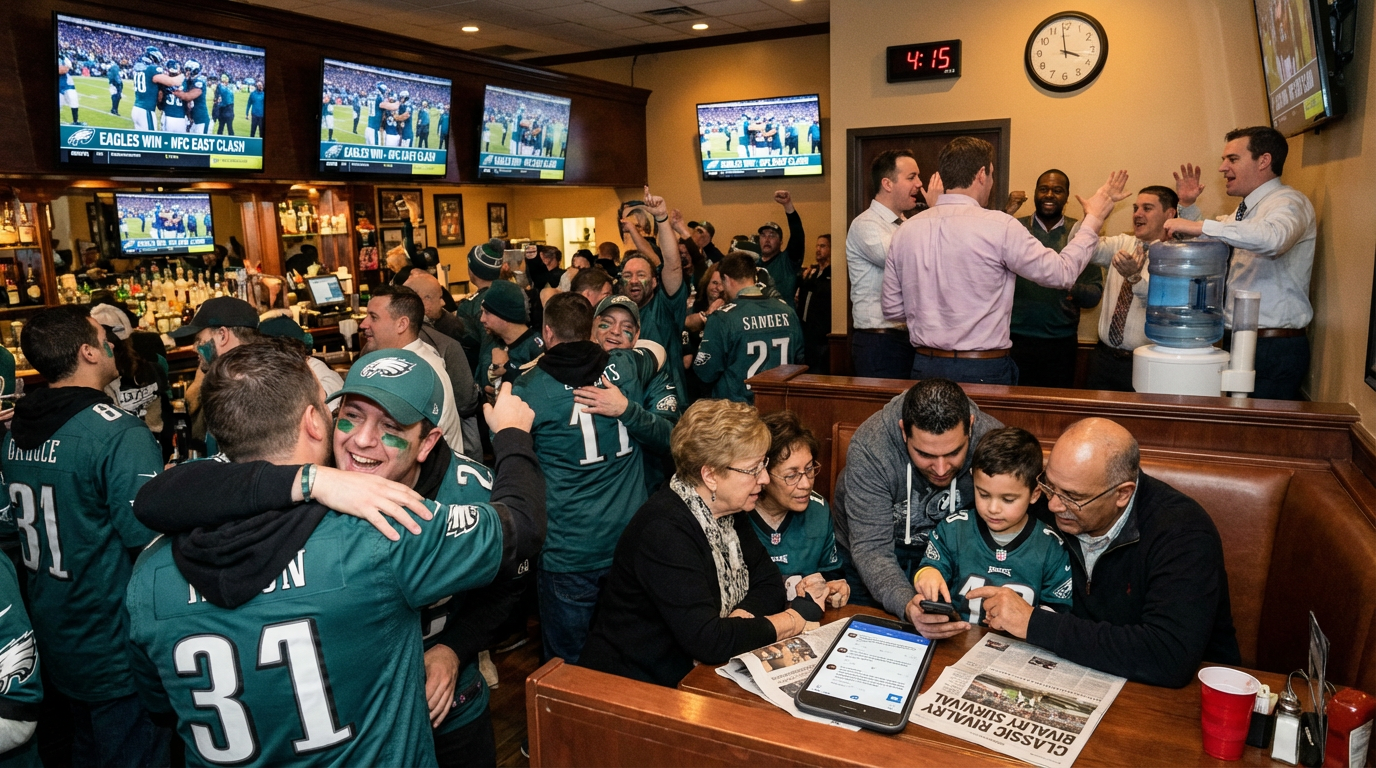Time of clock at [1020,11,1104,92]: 3:58
